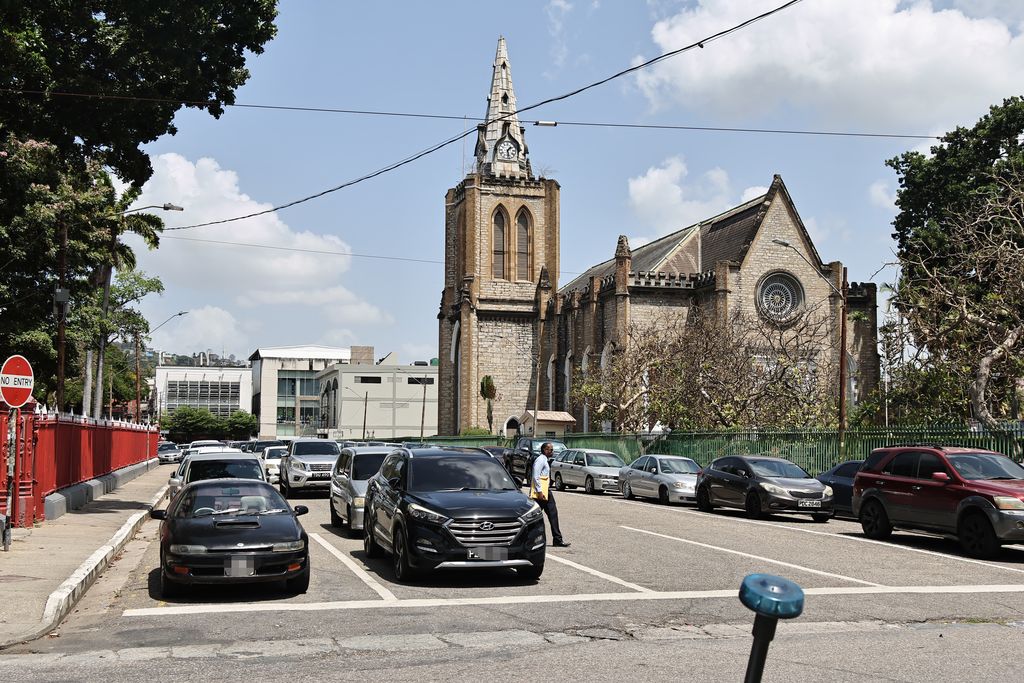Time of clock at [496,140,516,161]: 1:28
